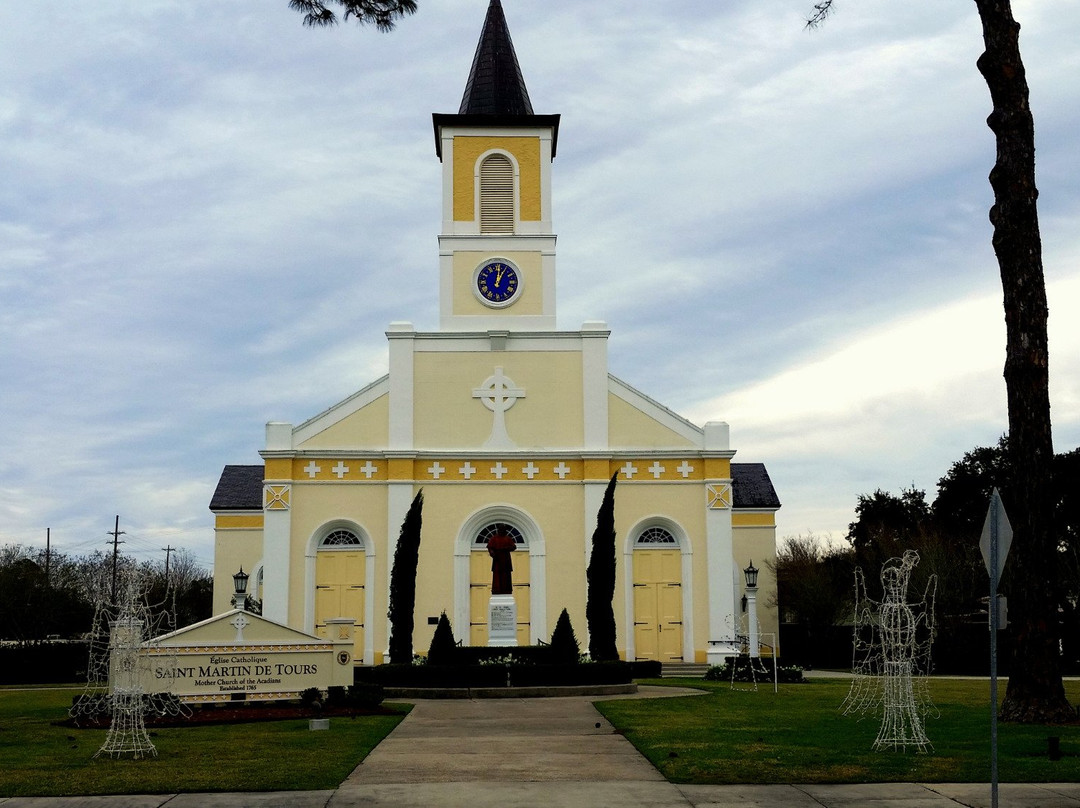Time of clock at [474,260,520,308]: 1:01
